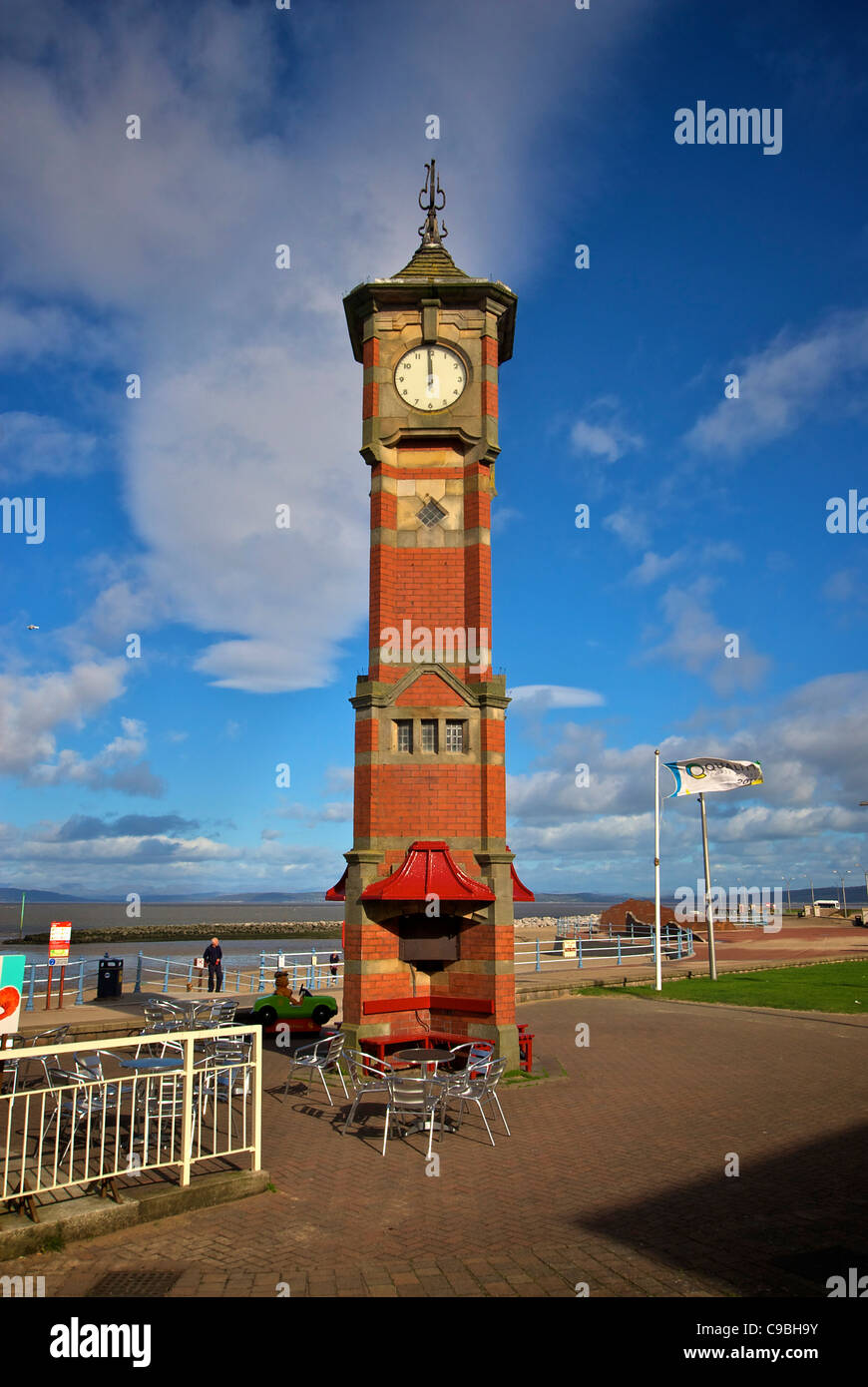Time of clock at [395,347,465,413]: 11:59
